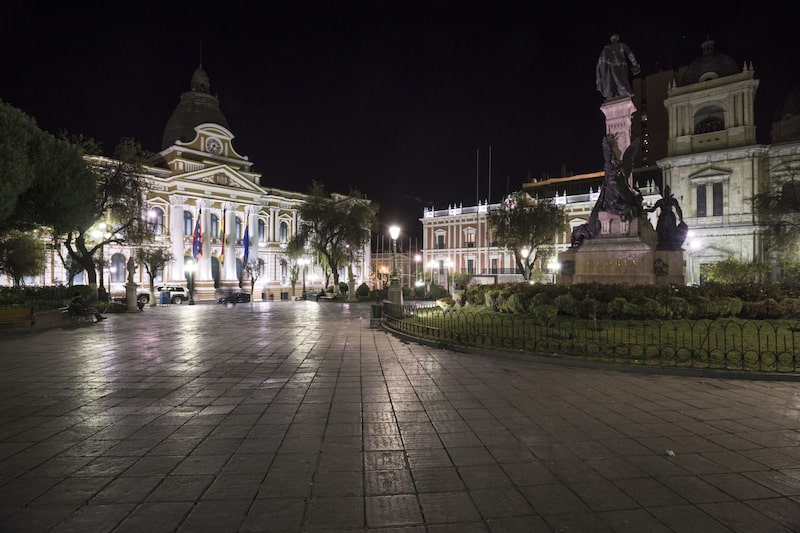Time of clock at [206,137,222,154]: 3:34
